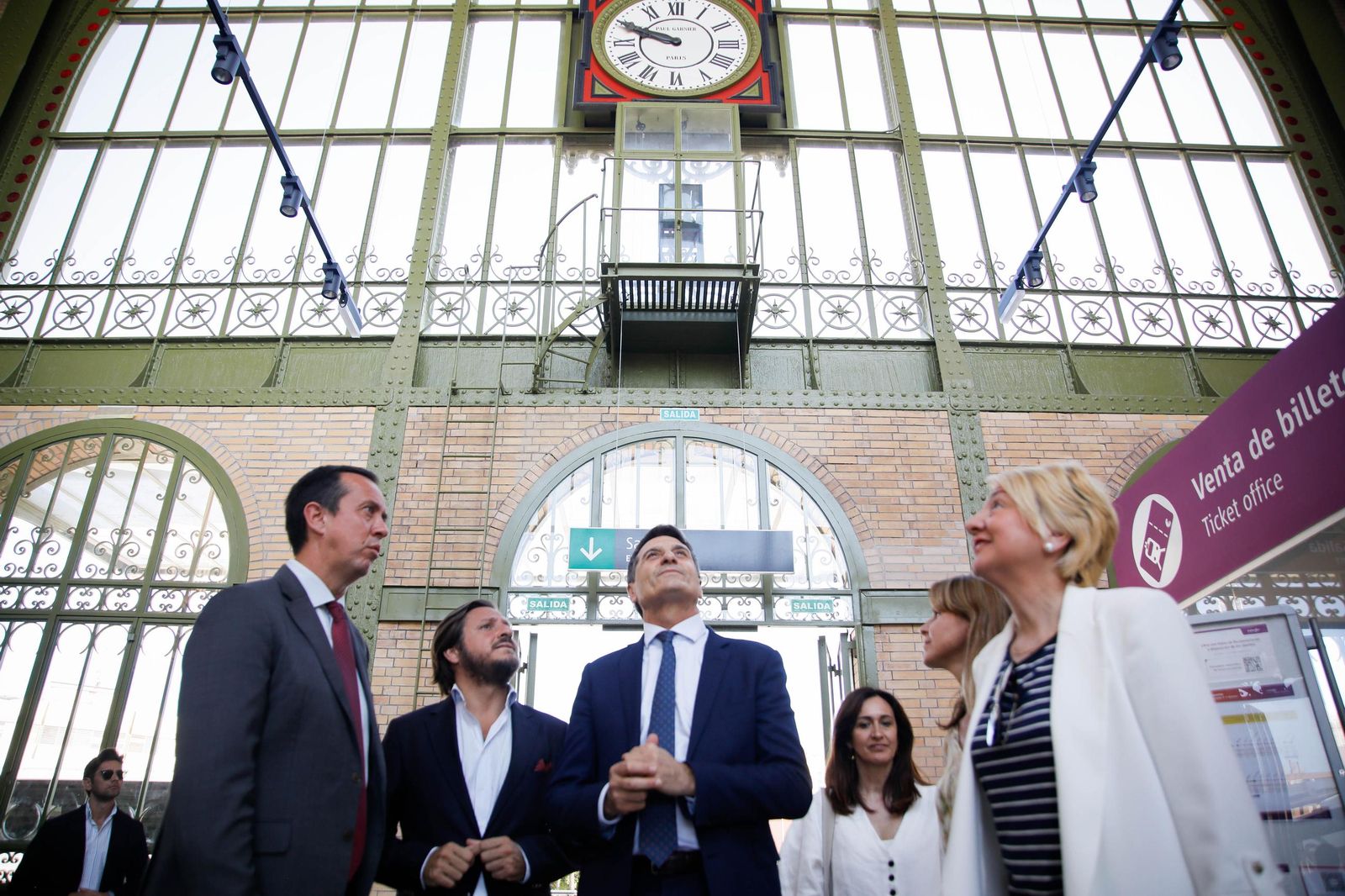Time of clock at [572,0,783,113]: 9:48
